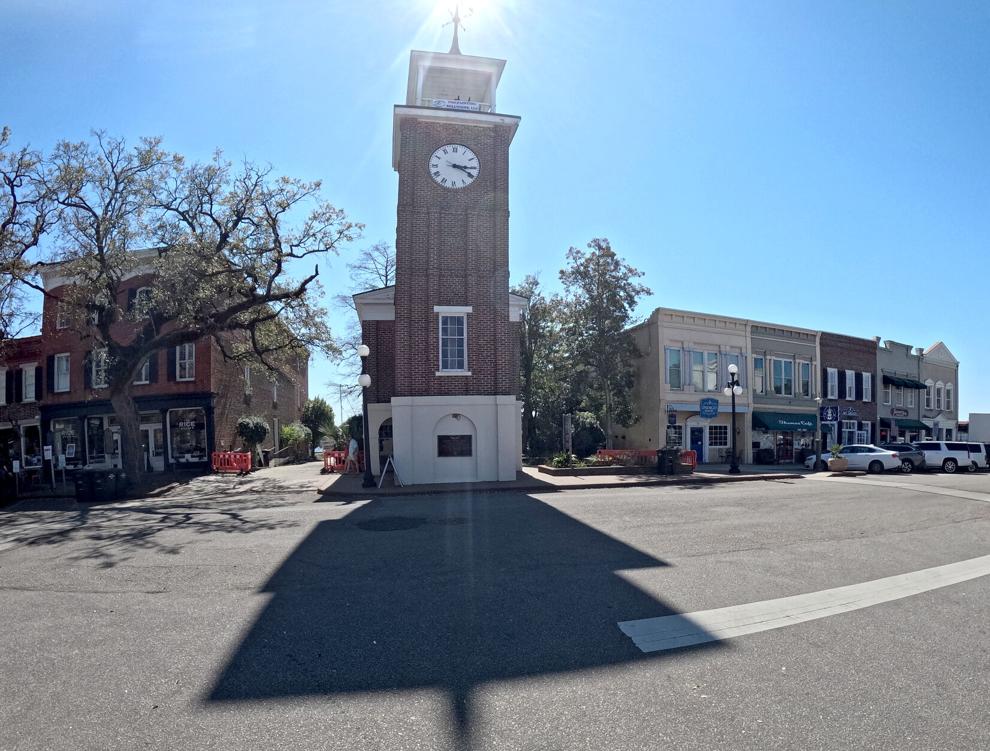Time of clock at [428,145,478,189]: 3:19
